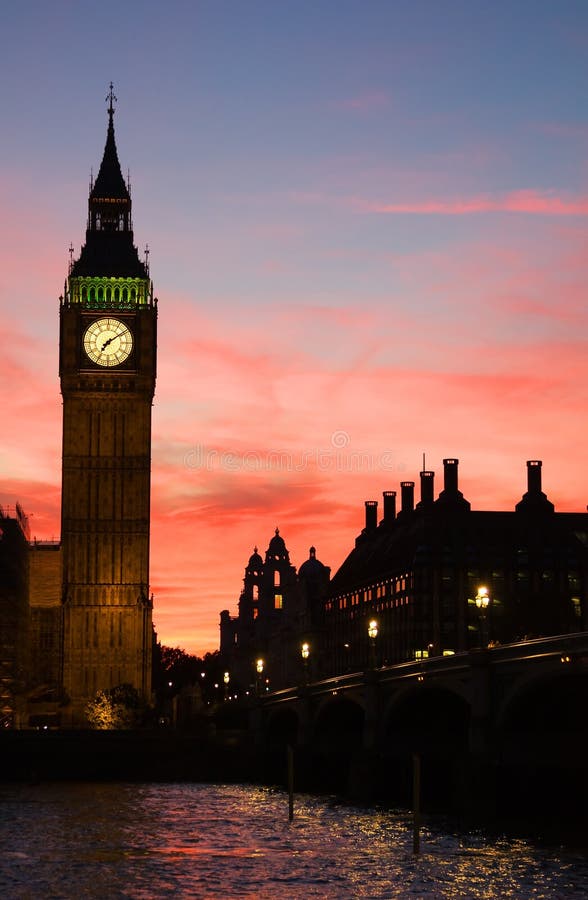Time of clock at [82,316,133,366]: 7:09
